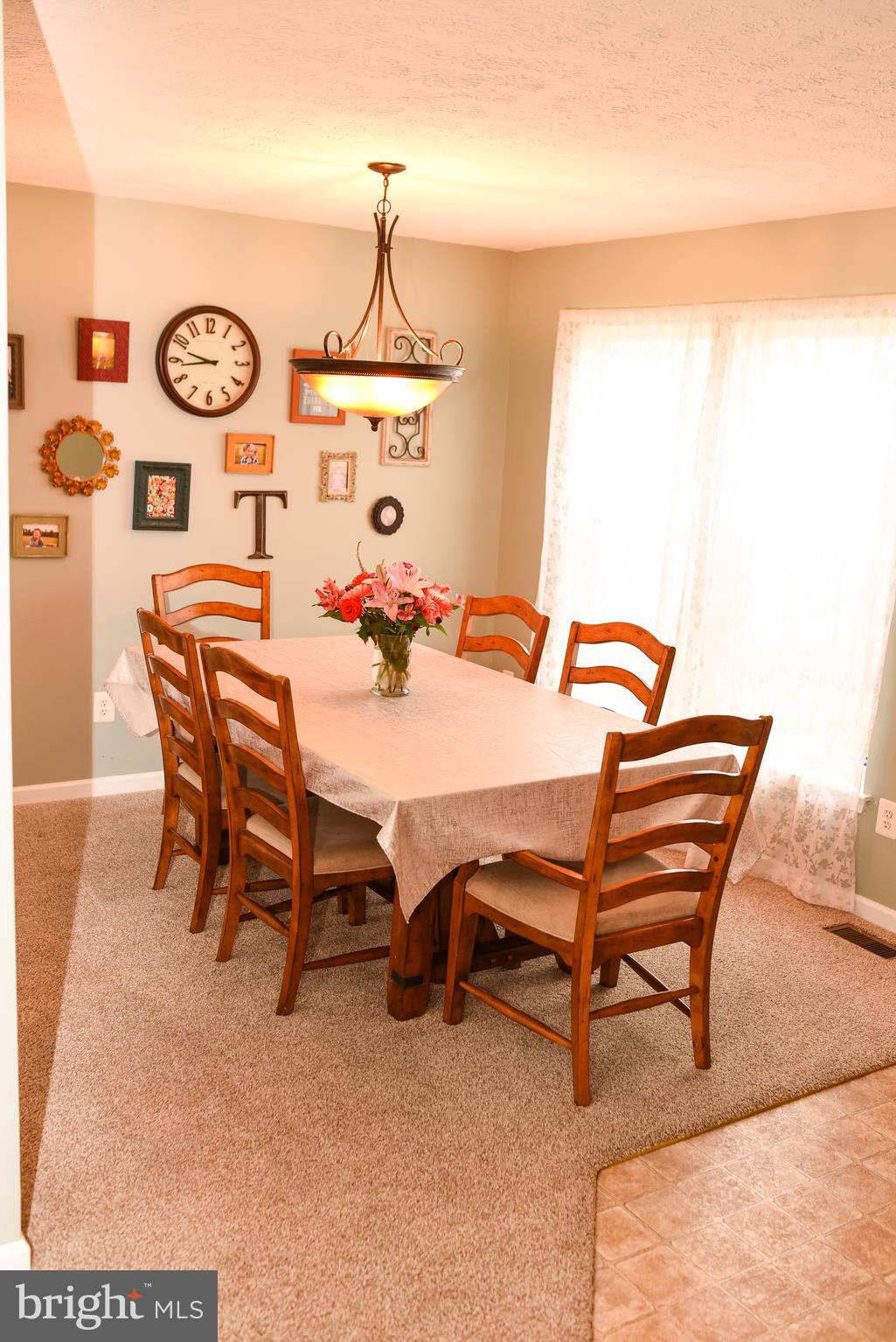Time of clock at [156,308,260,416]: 9:43
